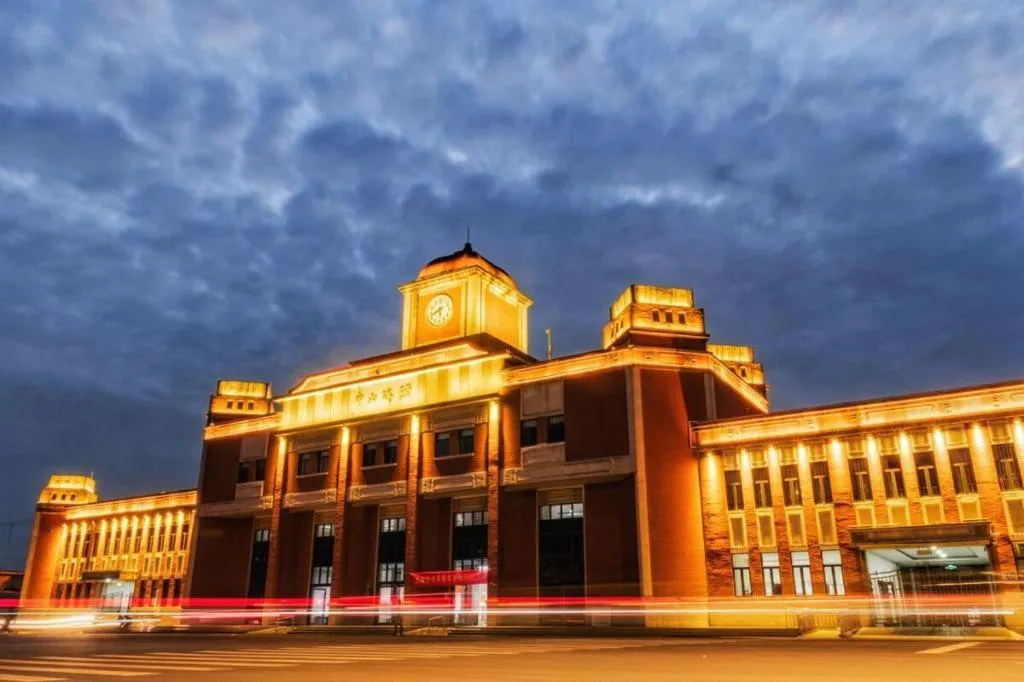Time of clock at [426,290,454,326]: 5:40
